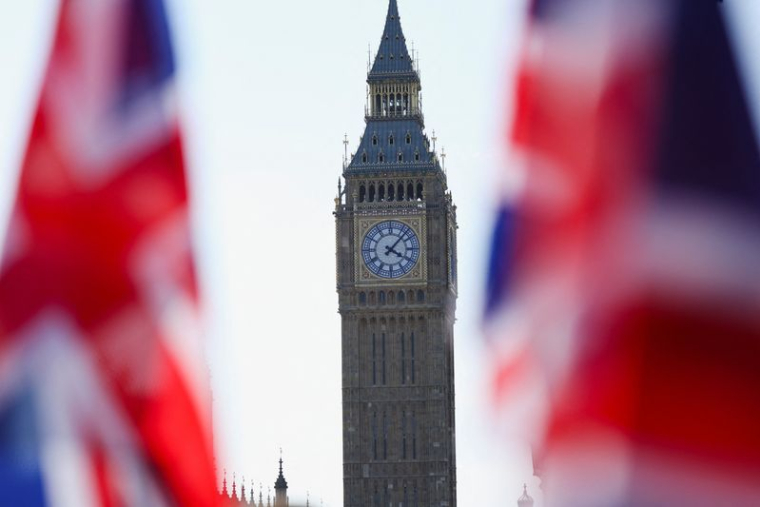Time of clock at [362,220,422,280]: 4:07
